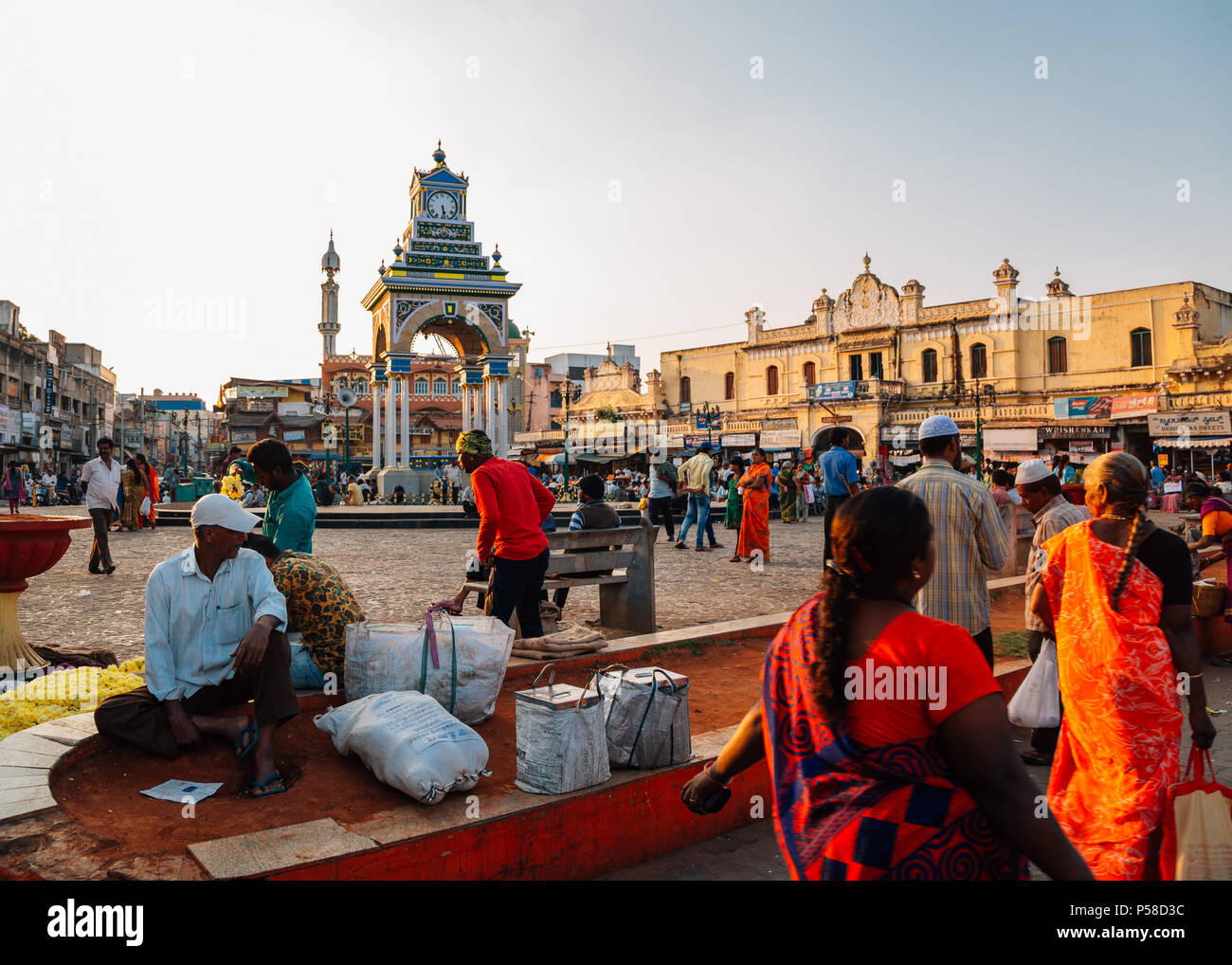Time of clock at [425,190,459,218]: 5:28
